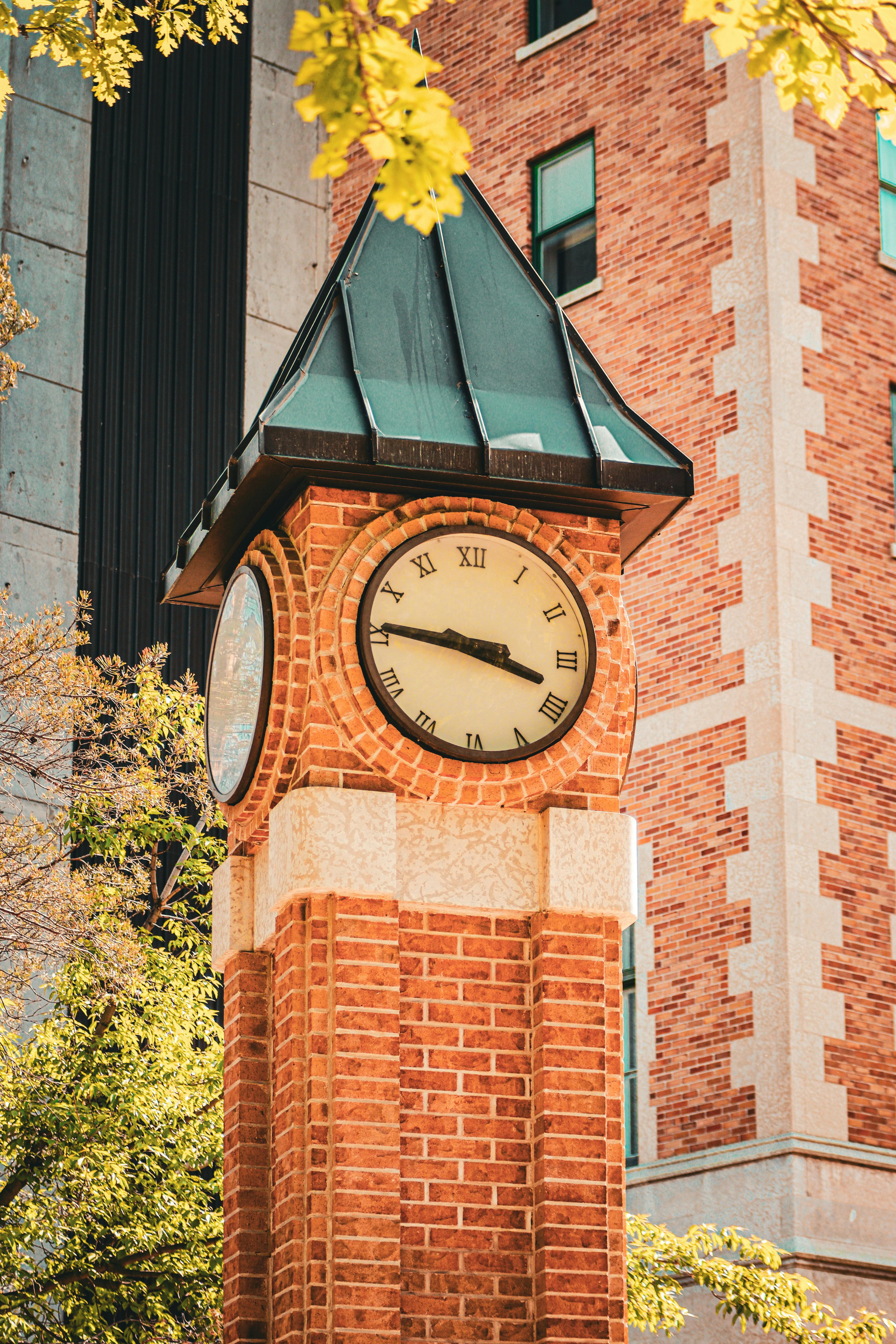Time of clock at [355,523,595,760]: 3:46
